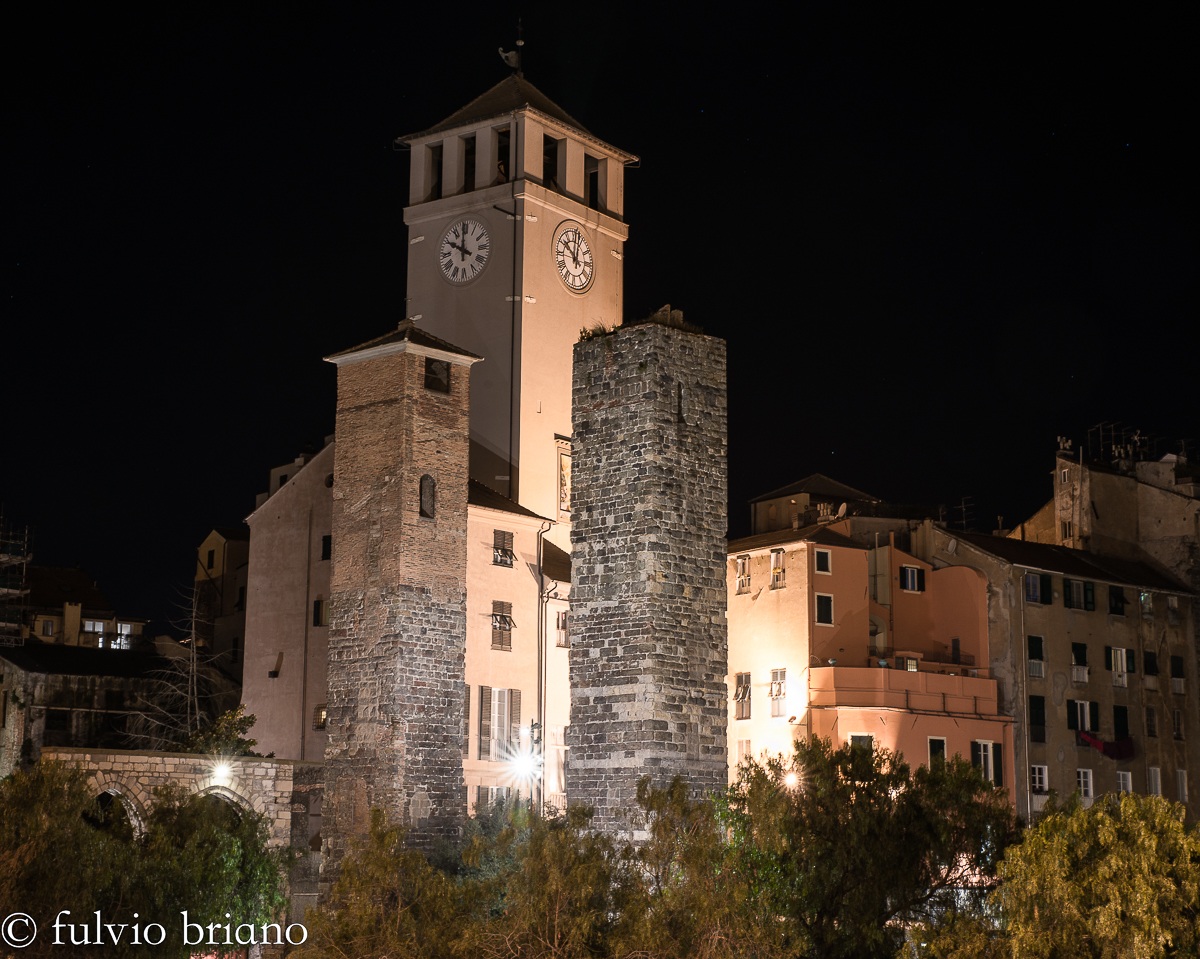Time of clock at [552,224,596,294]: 10:02
